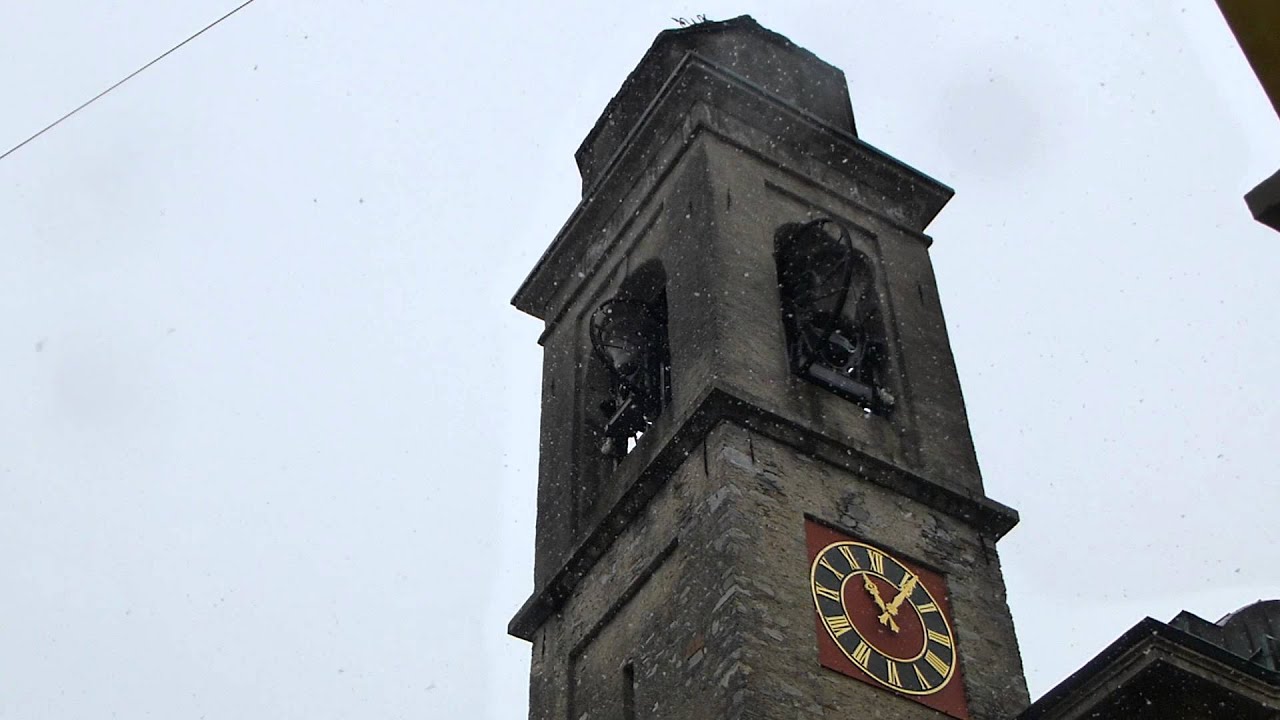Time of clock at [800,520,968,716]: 11:06
